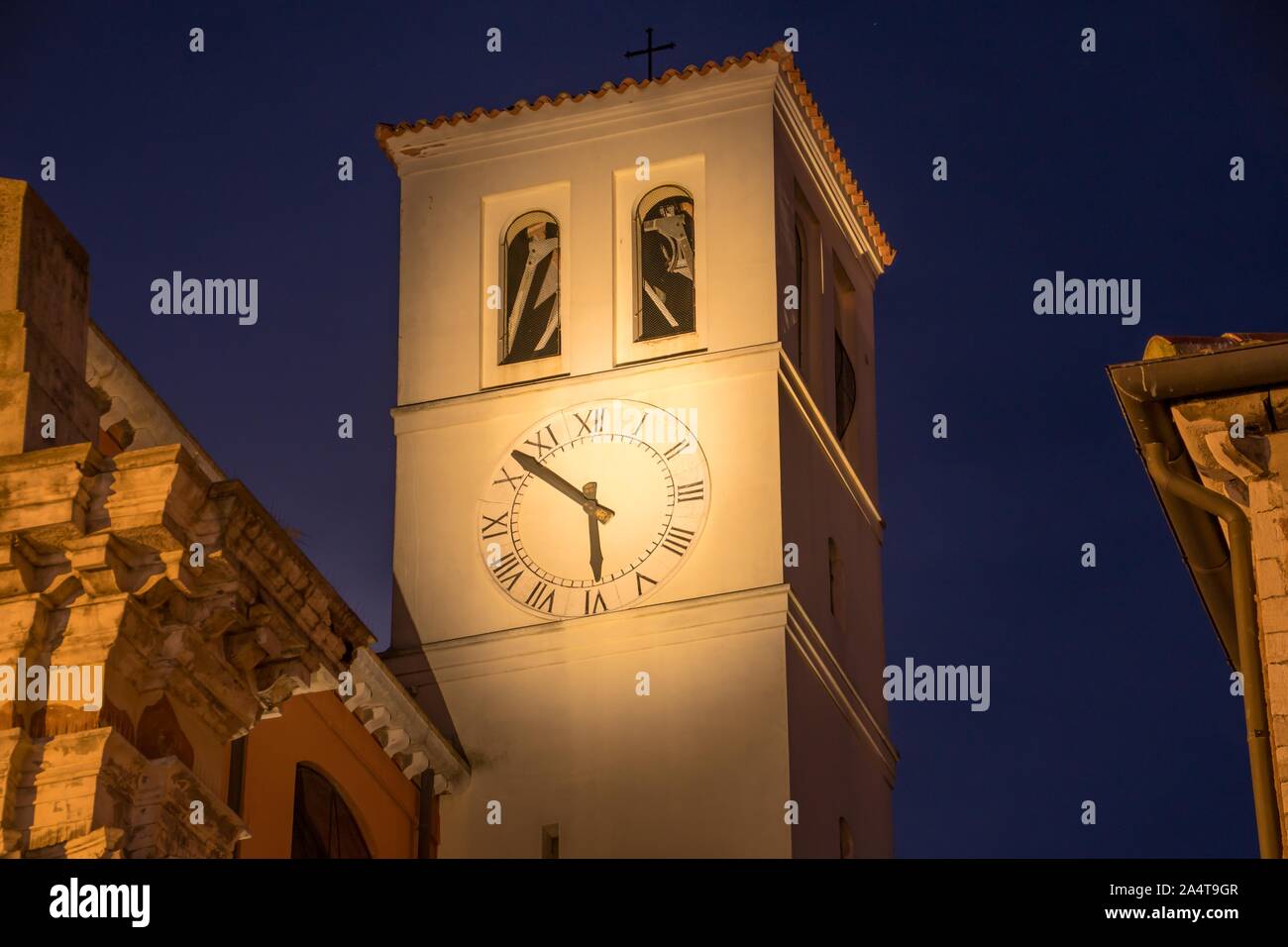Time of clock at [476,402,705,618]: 5:51
